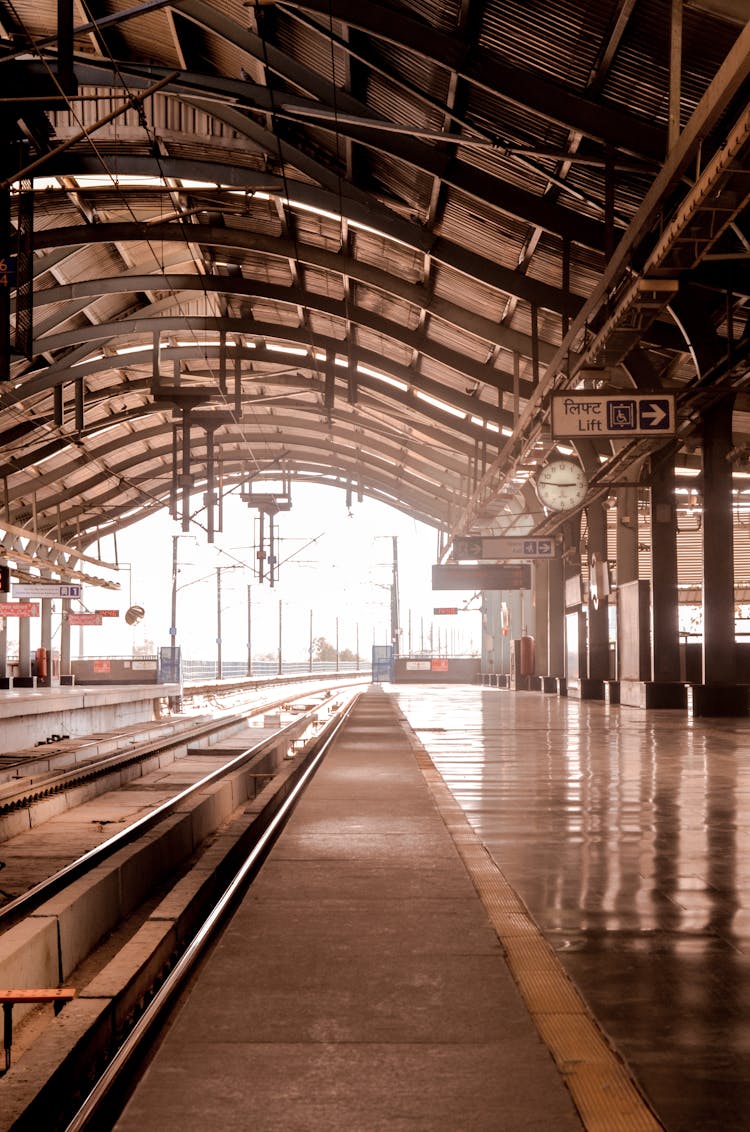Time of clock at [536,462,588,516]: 2:46
